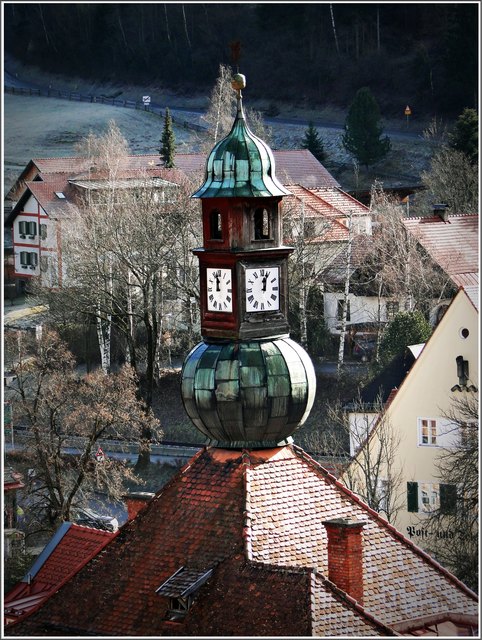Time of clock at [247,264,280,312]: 12:03
